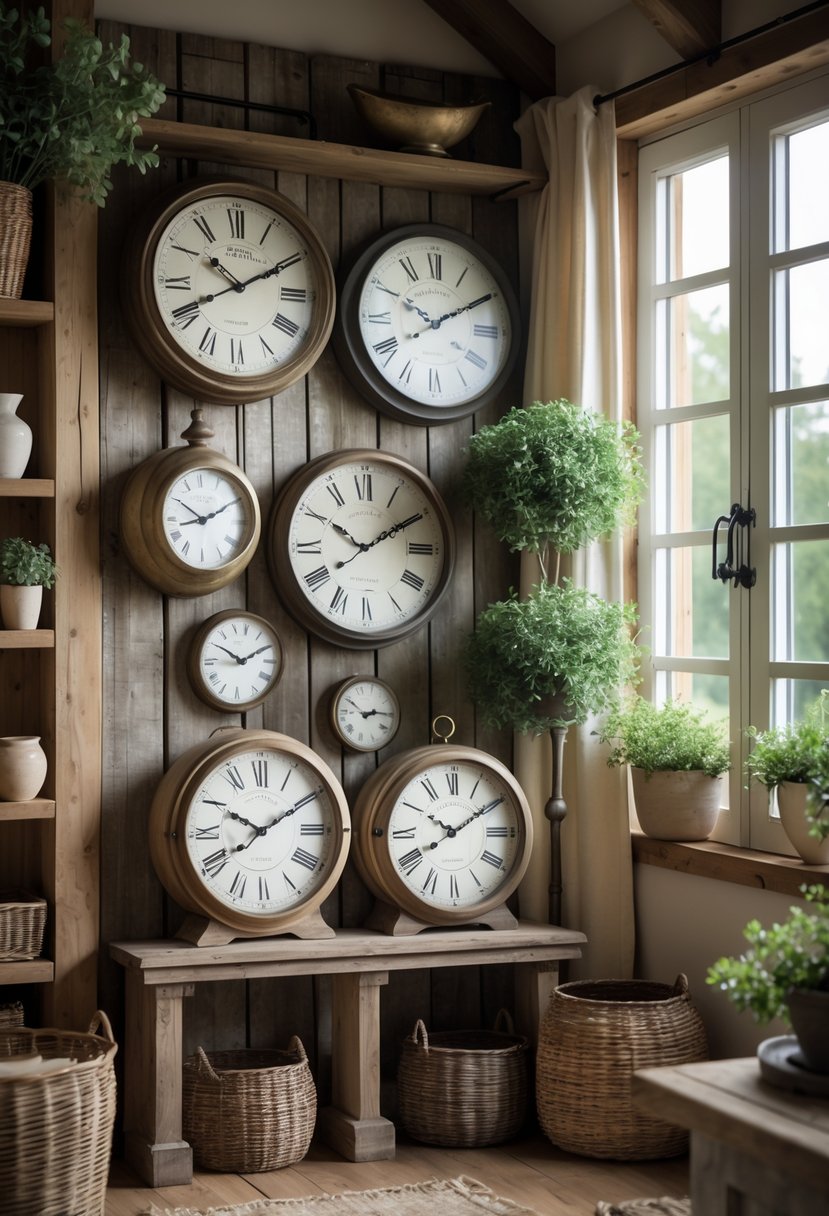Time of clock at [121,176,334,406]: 10:10
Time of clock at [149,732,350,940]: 10:09
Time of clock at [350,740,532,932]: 10:09
